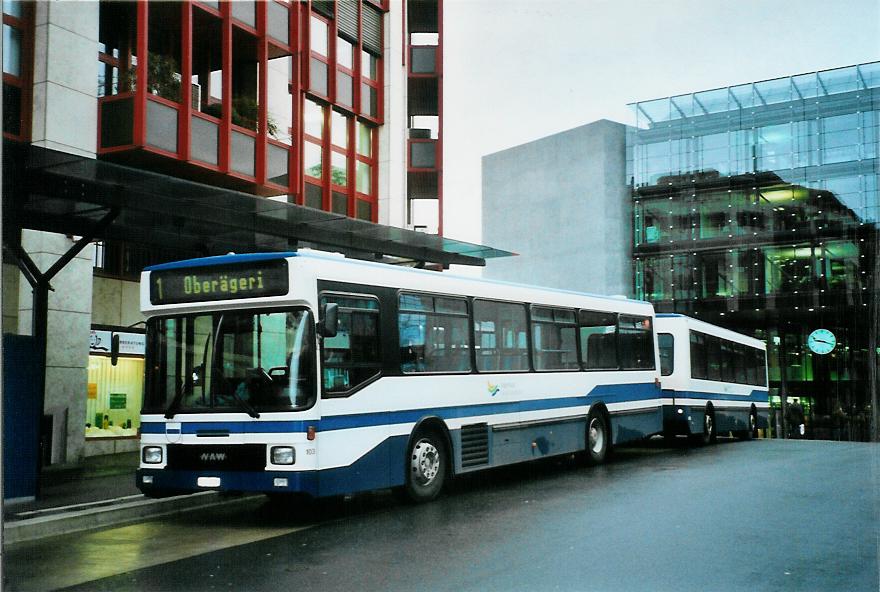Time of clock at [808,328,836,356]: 9:18
